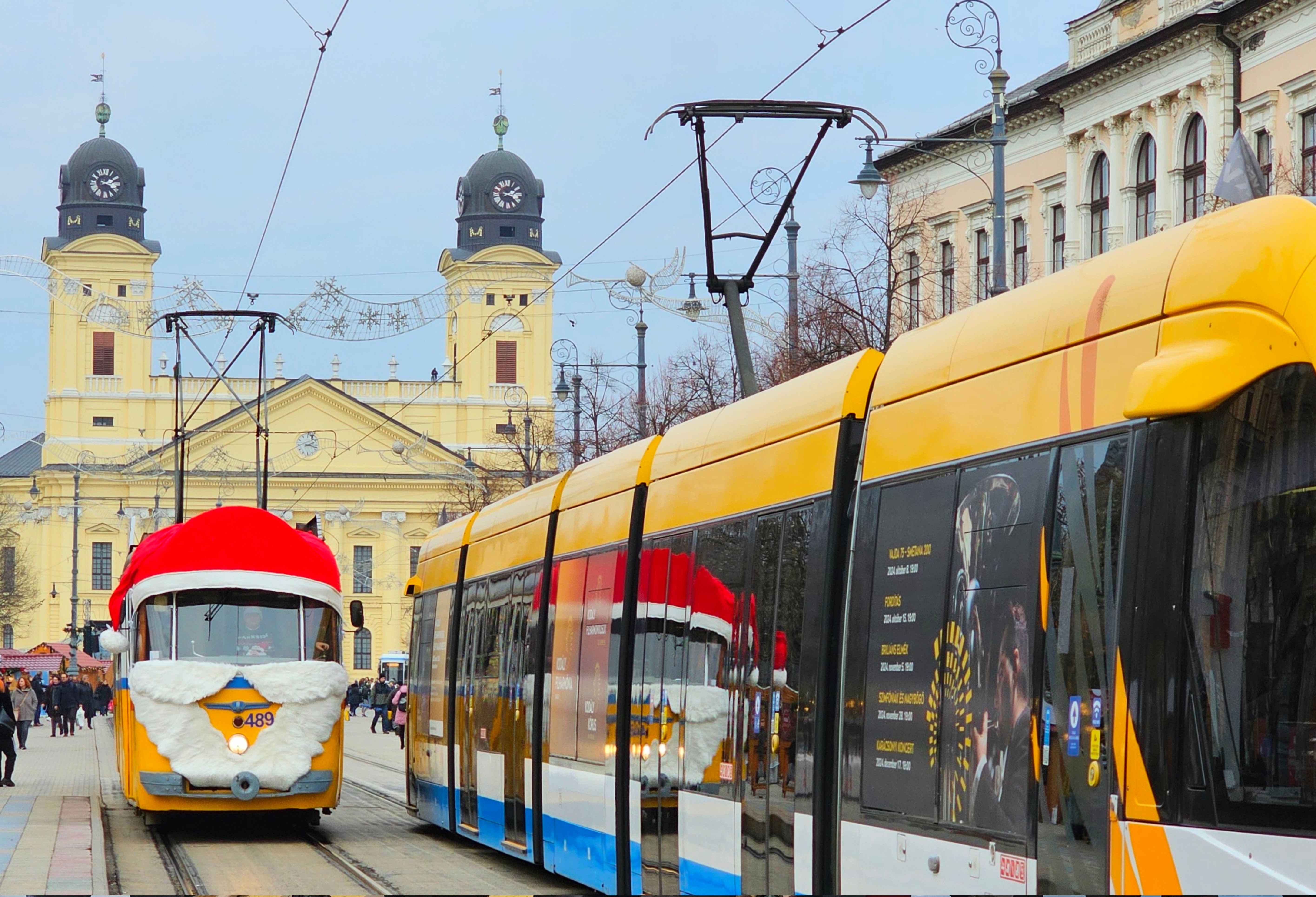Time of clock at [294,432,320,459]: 2:18
